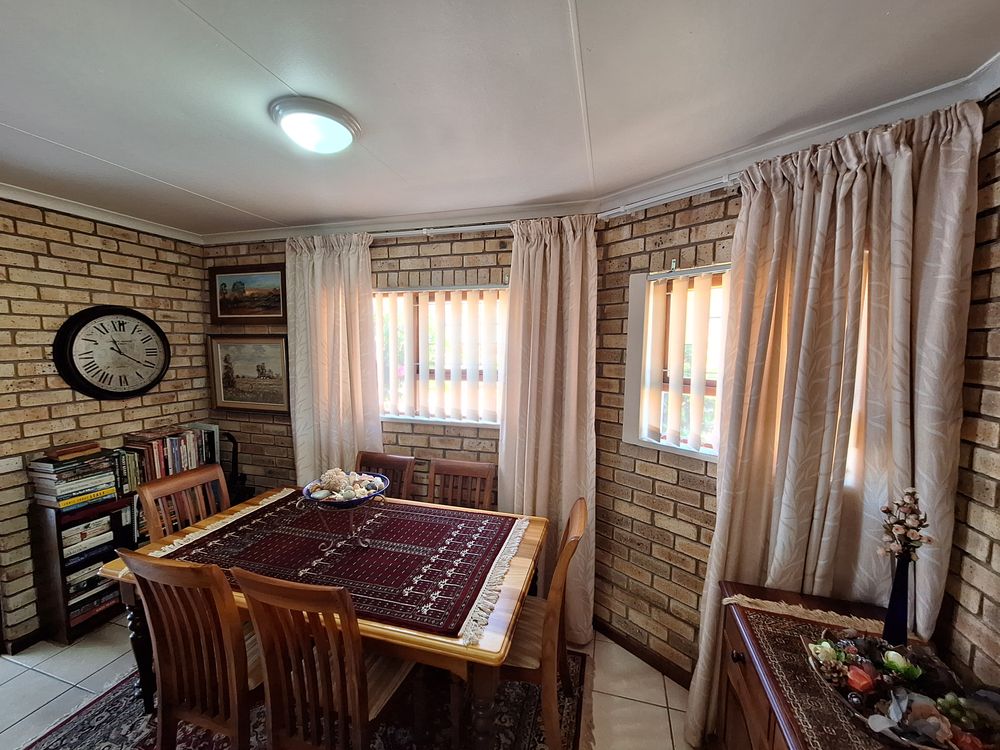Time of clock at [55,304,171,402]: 11:20
